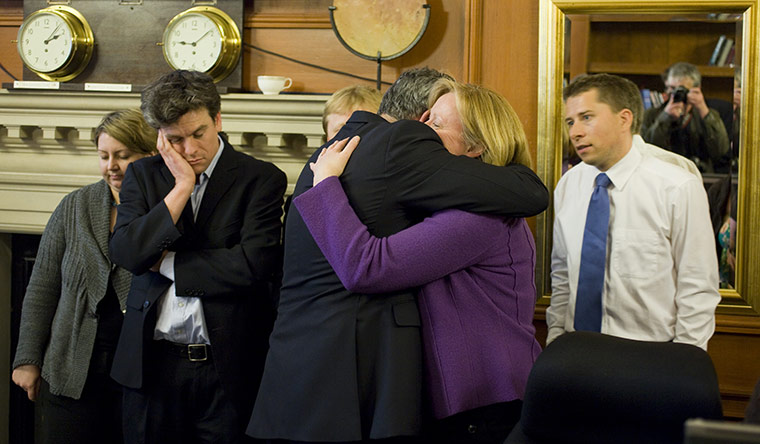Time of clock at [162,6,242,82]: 9:08
